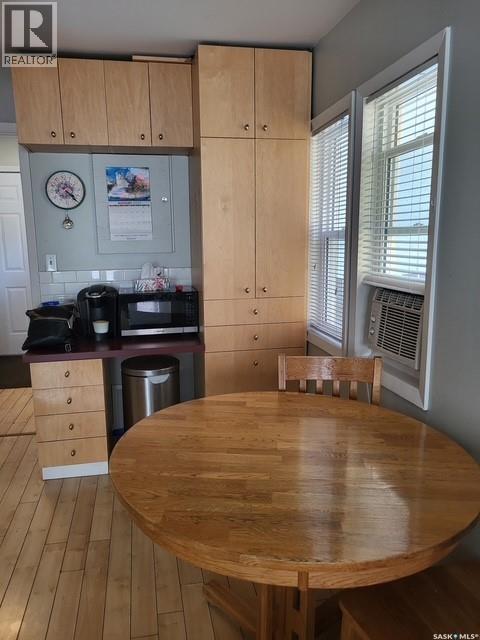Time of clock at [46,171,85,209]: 4:22
